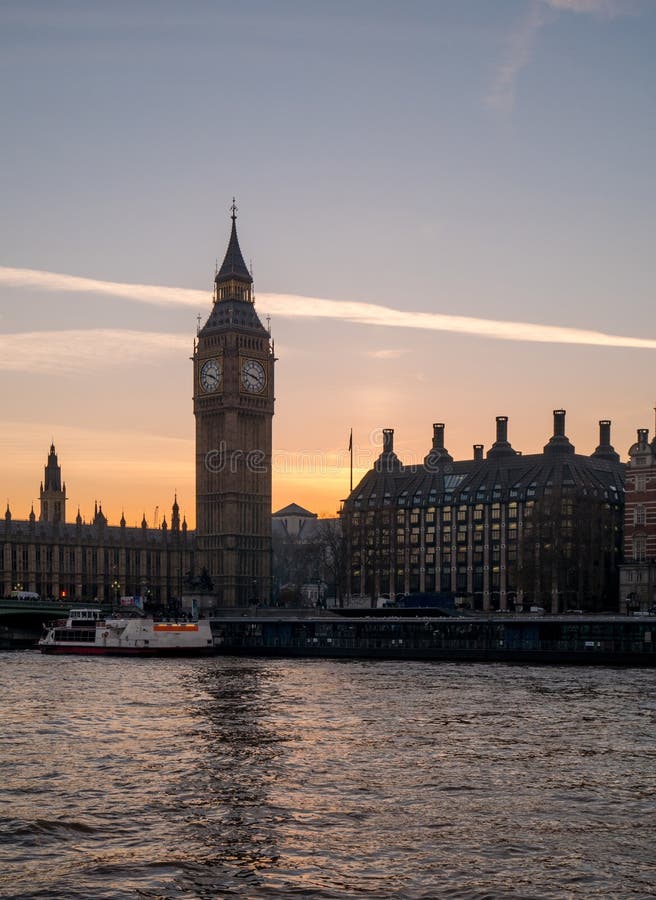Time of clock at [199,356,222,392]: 3:47
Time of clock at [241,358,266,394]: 3:47
